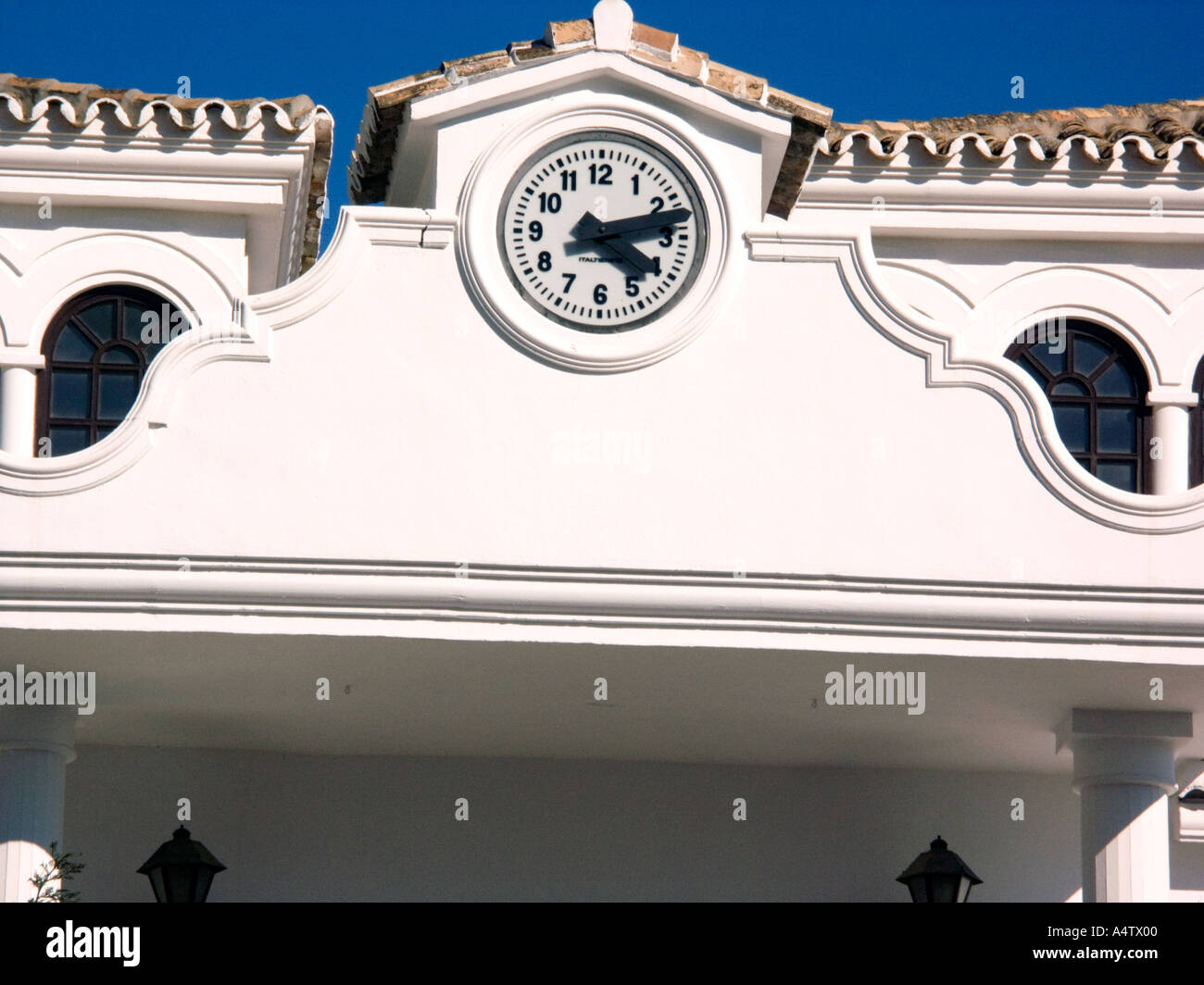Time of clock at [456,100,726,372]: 4:12
